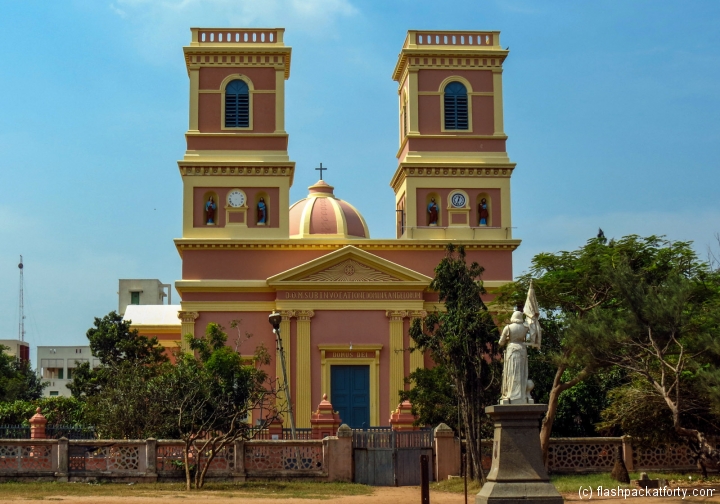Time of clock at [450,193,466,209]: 12:33
